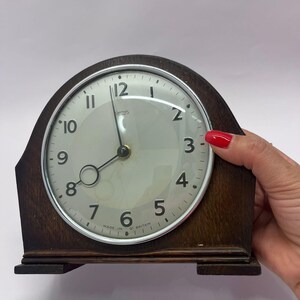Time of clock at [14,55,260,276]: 7:58
